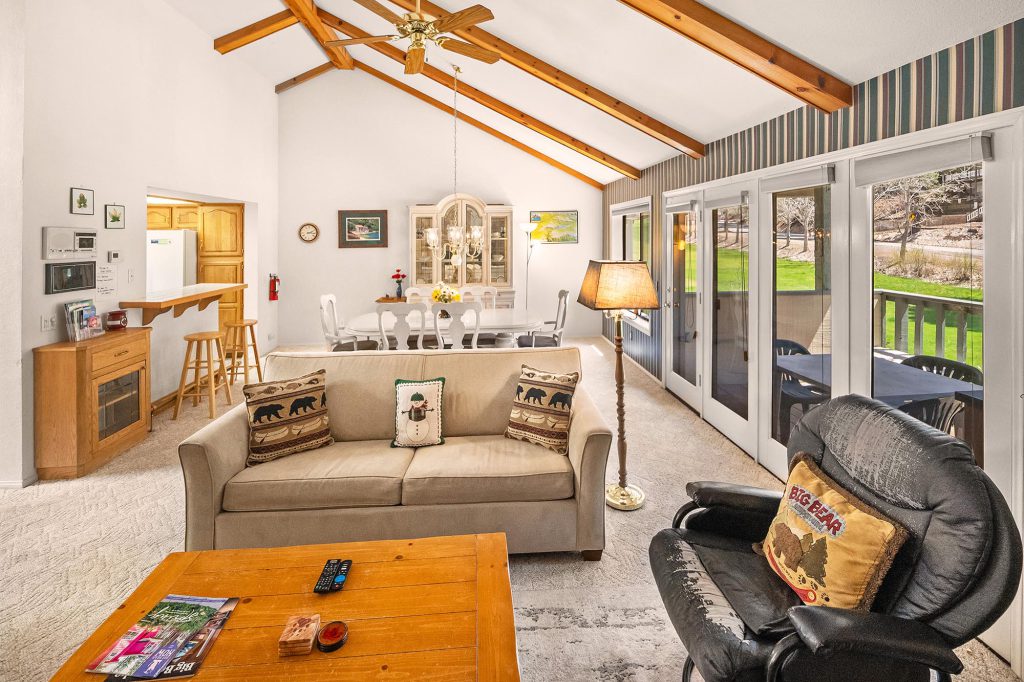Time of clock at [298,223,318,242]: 2:16
